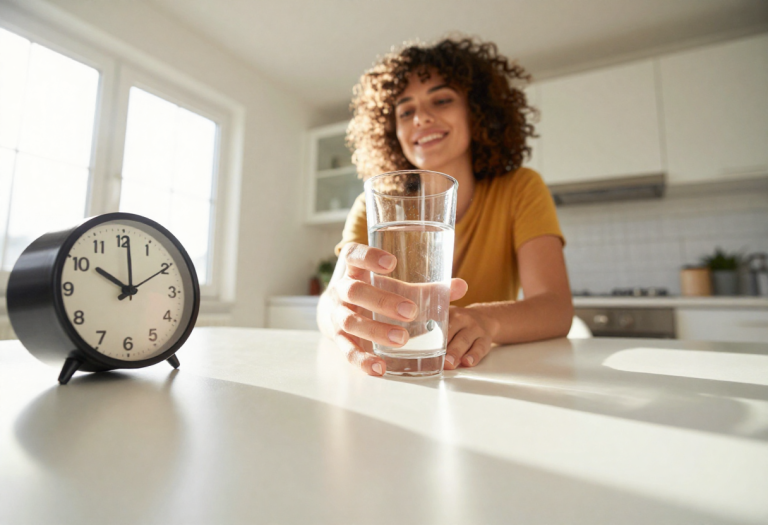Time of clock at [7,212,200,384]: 10:00
